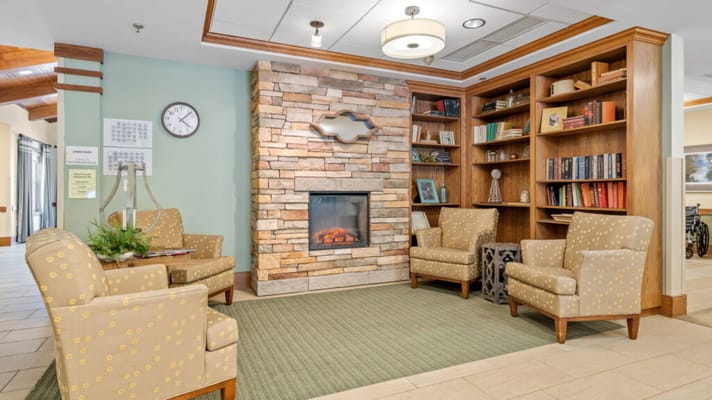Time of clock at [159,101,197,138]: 4:07
